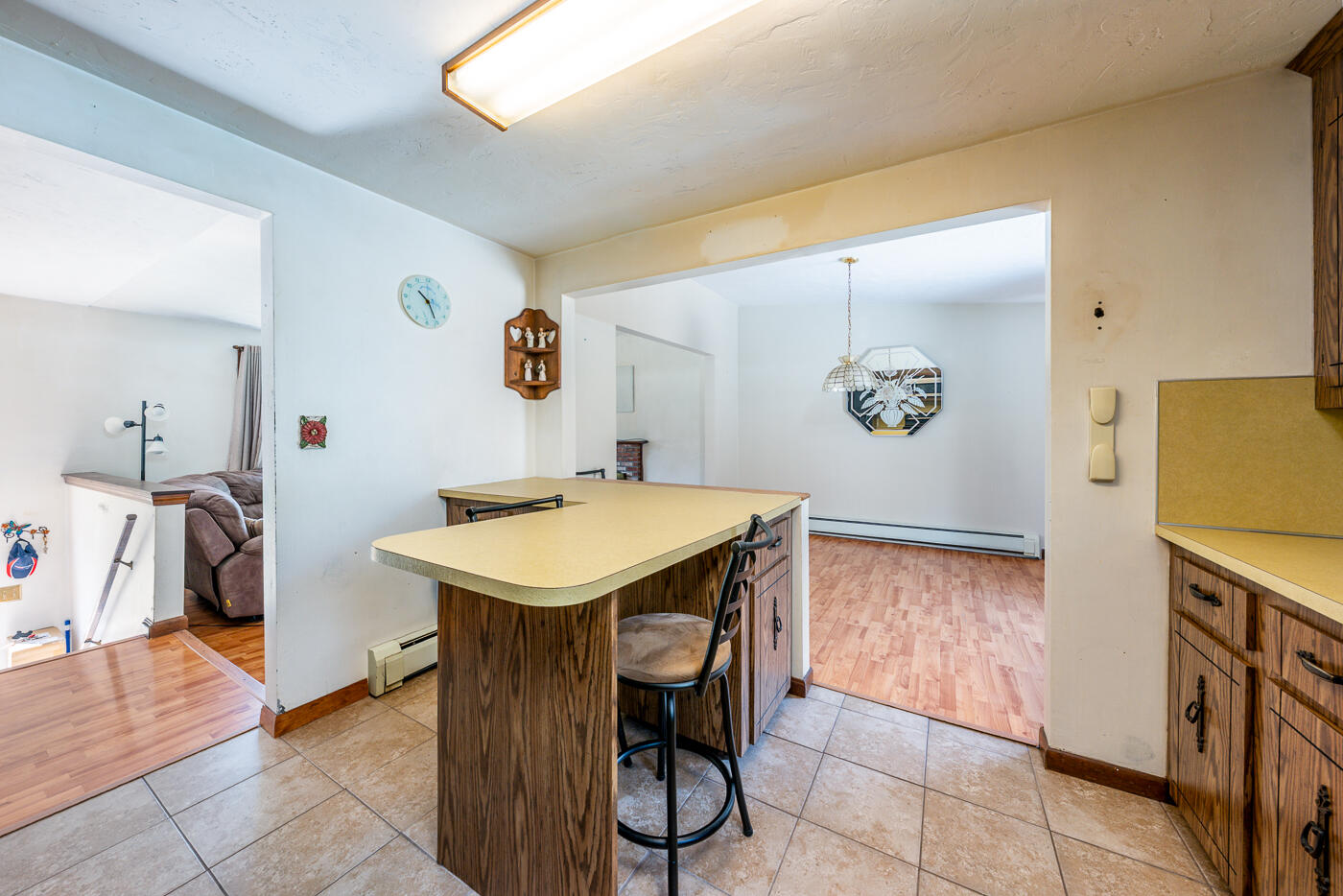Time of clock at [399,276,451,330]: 10:25
